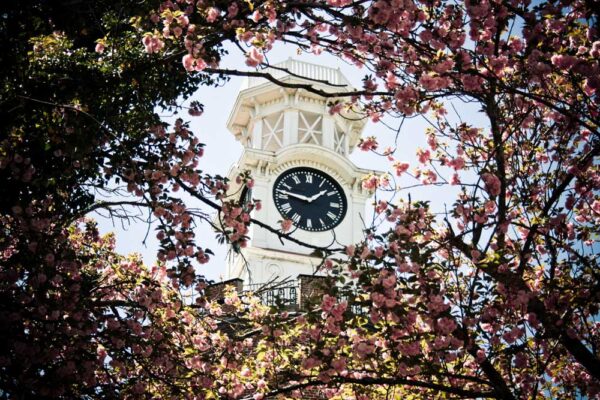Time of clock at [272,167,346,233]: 1:46
